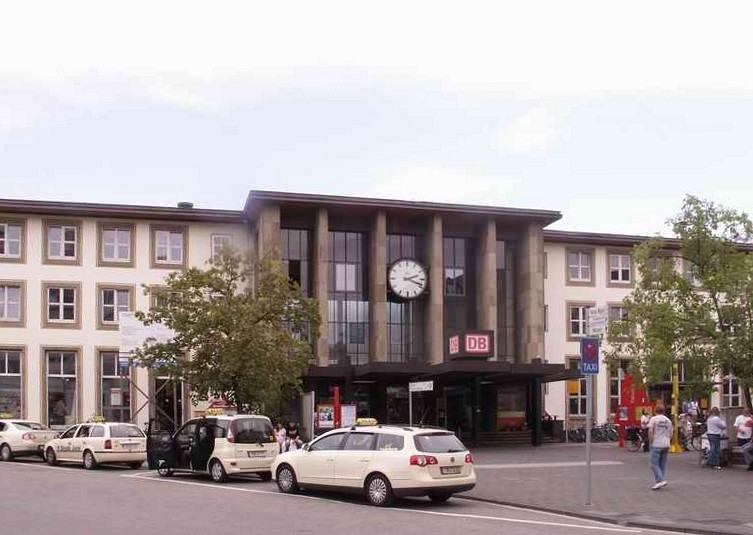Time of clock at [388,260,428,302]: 2:18
